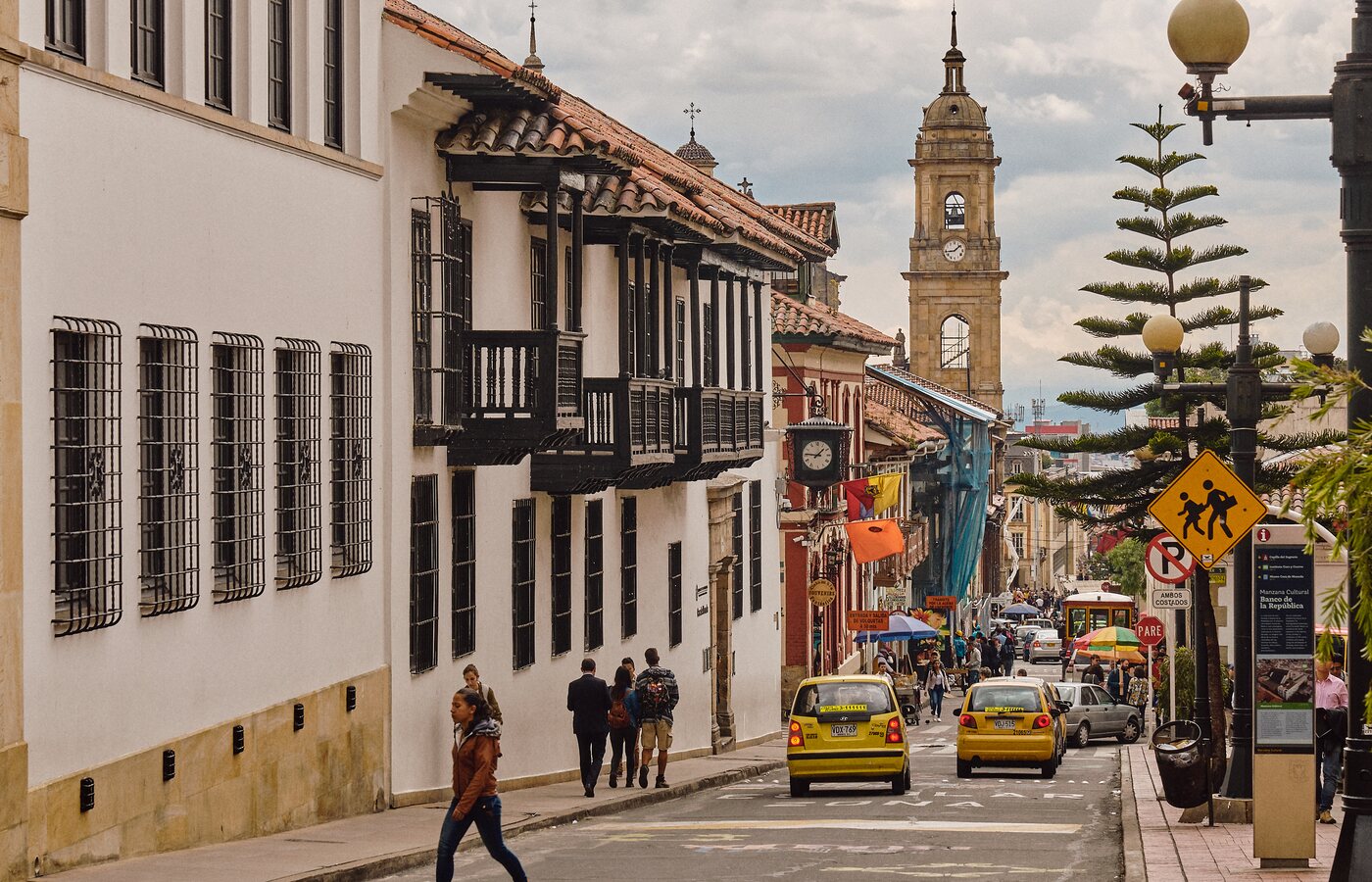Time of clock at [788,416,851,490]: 1:46
